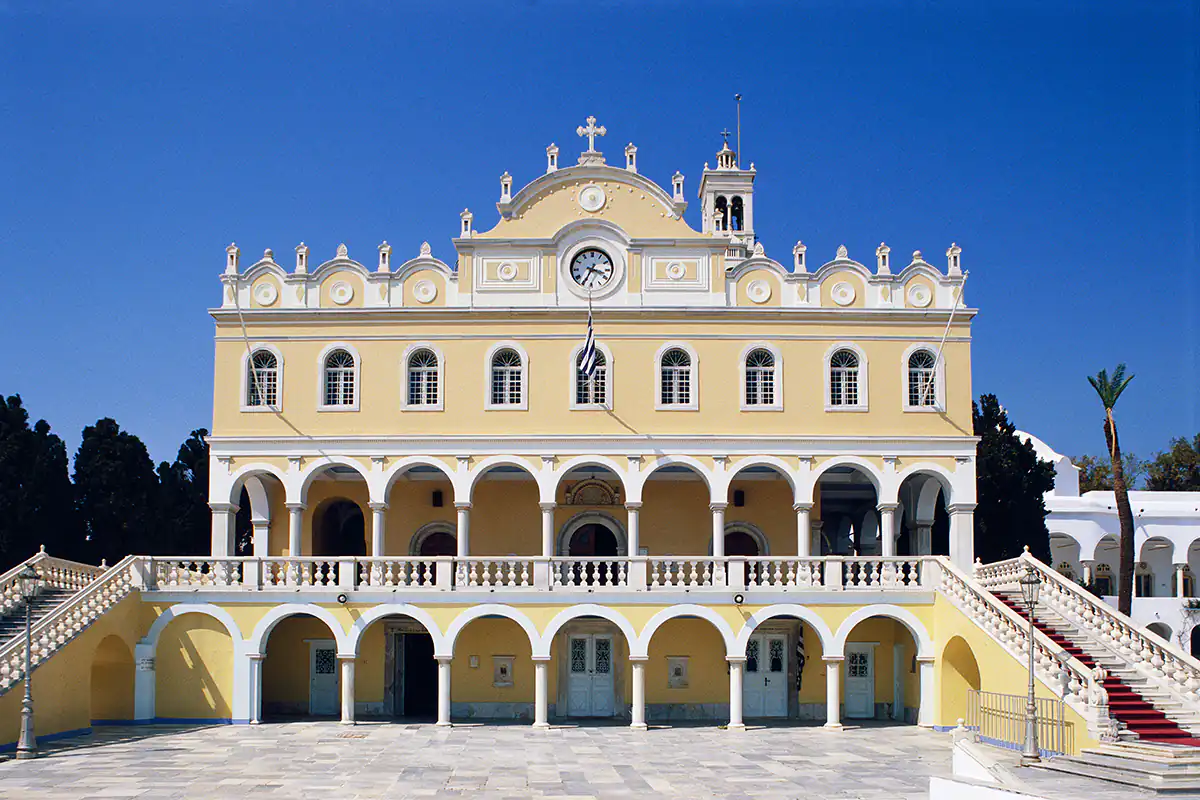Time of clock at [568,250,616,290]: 3:34
